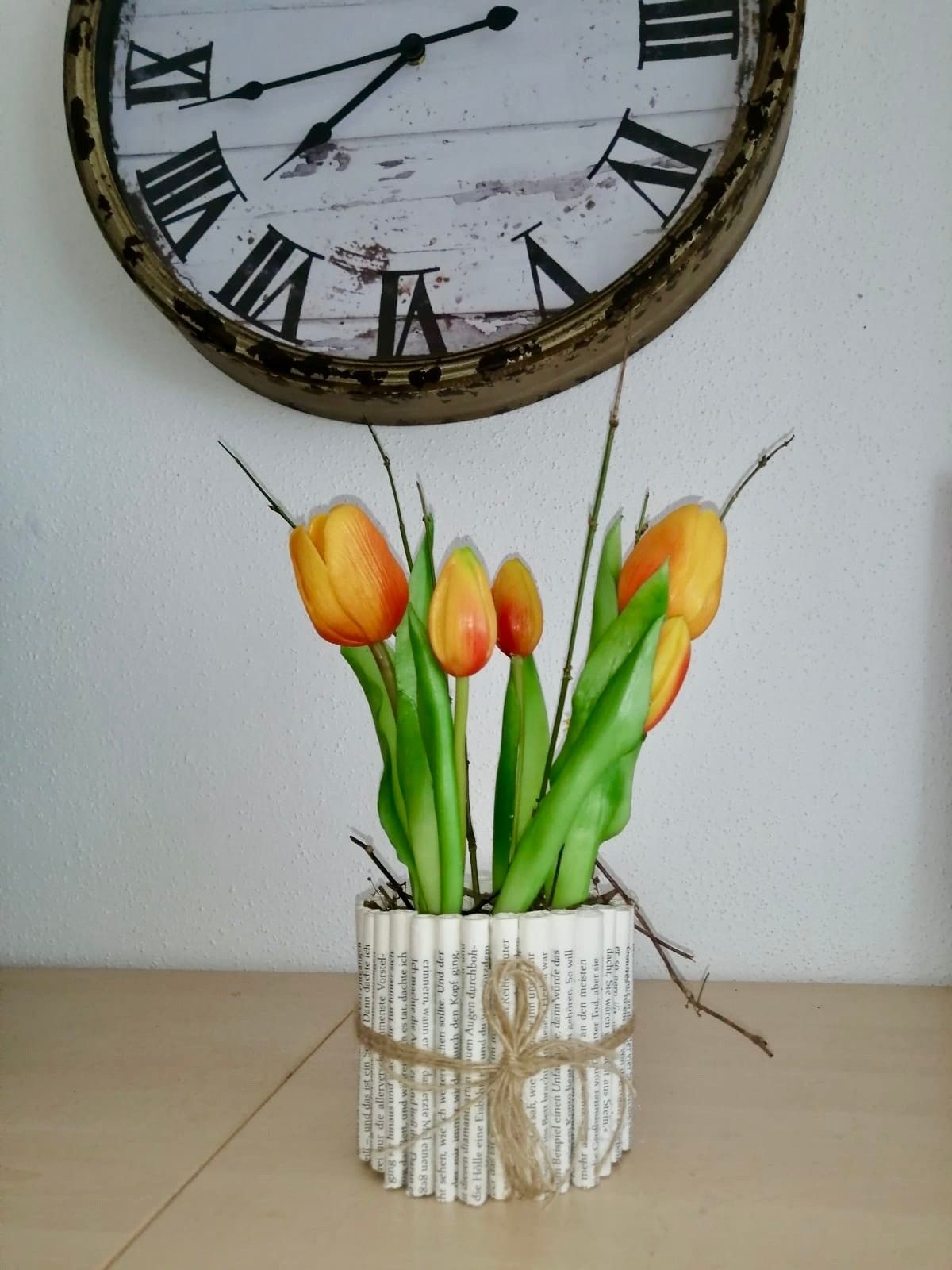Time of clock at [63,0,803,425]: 7:42
